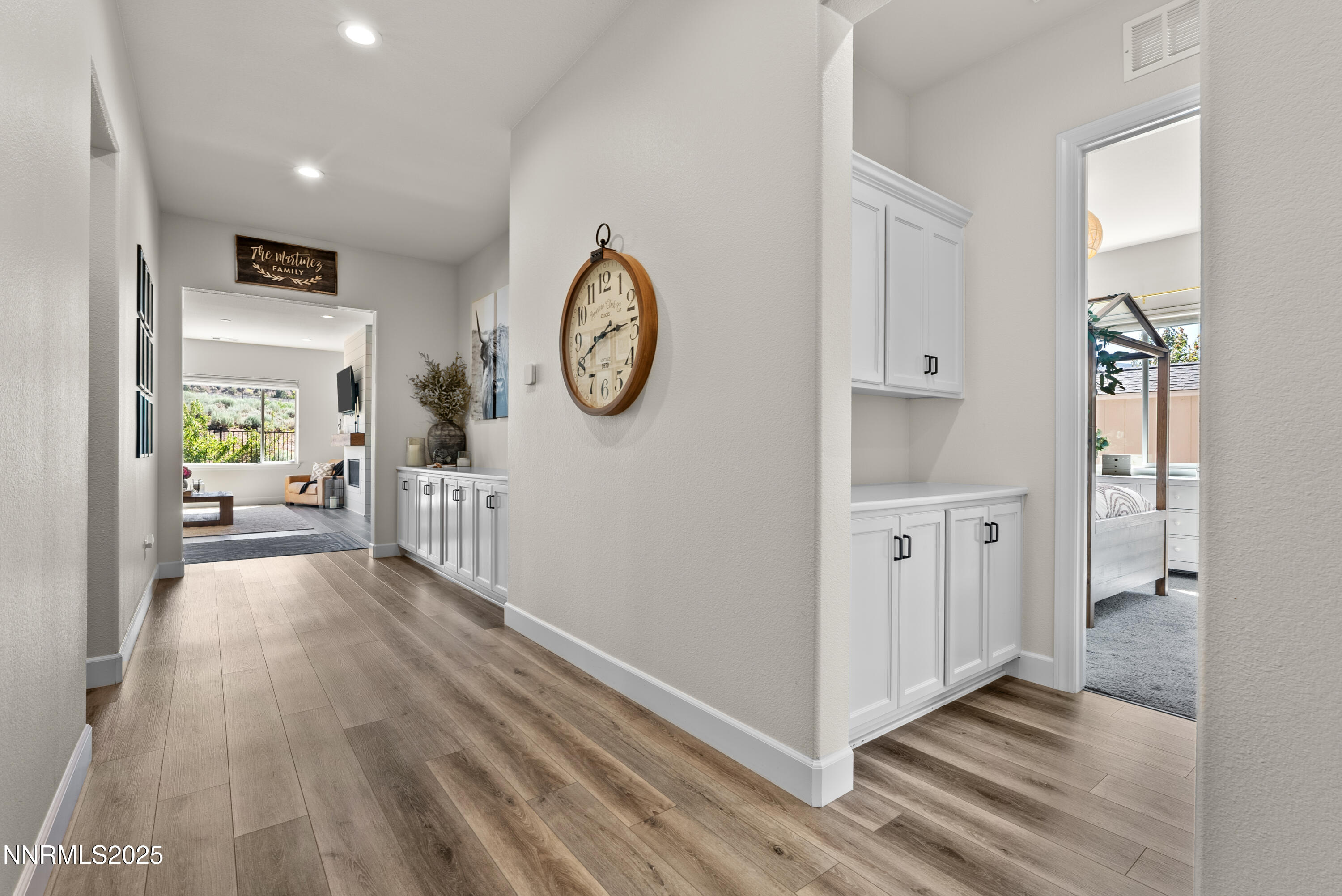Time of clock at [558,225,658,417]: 8:14
